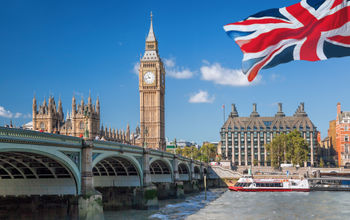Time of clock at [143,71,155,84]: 10:42
